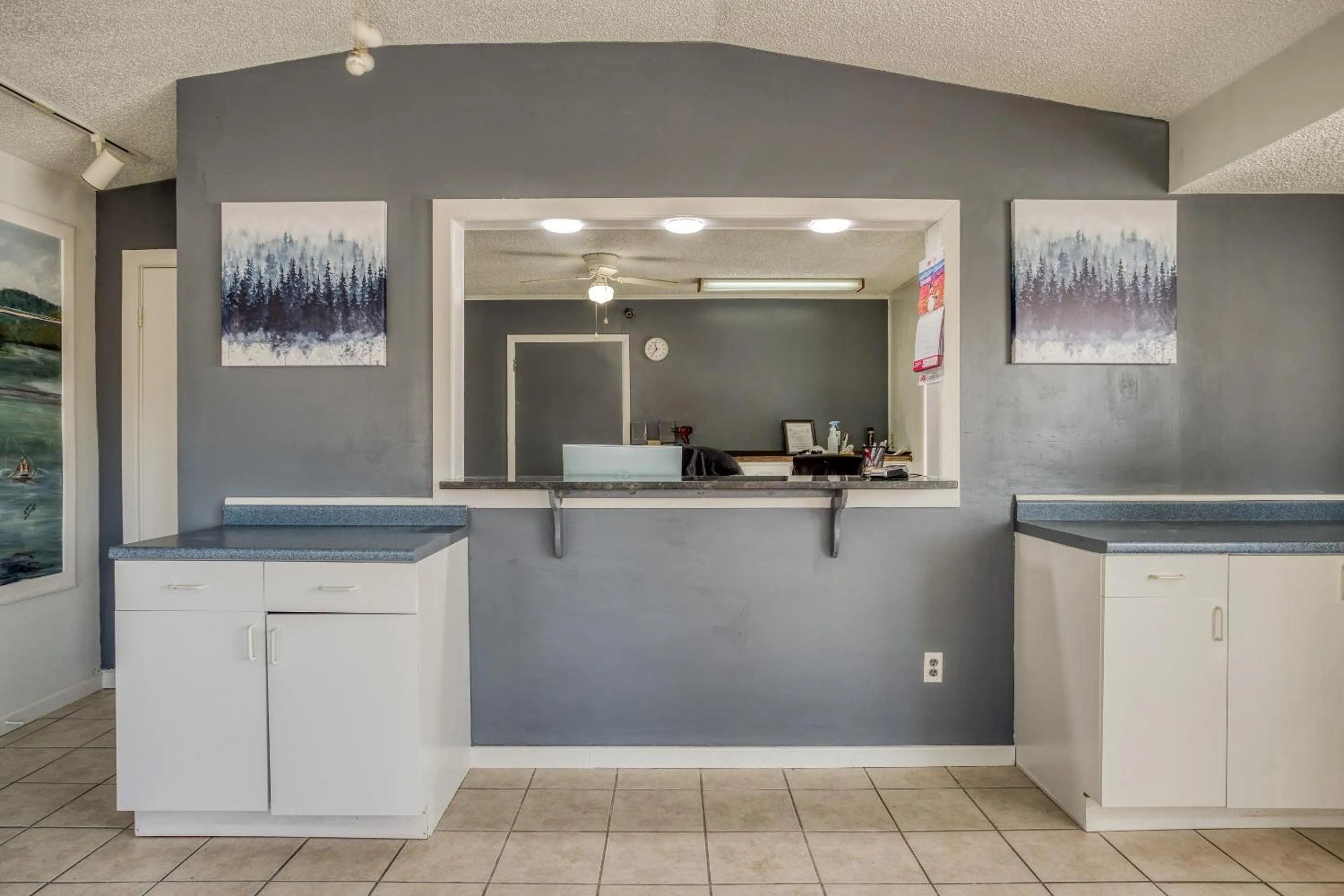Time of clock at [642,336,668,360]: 11:36
